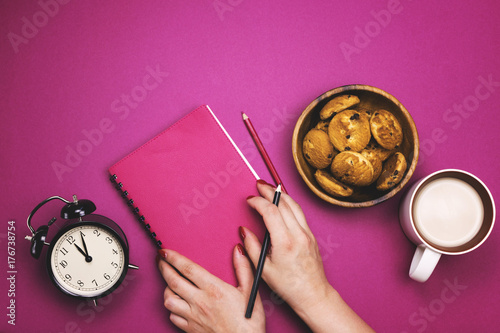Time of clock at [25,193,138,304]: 10:59
